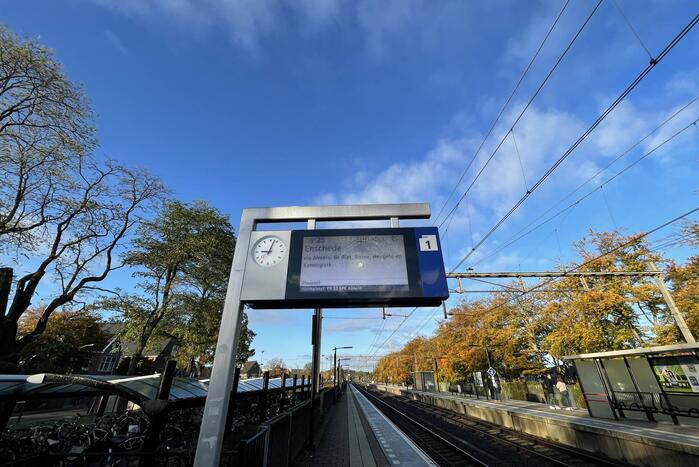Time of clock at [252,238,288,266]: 9:02
